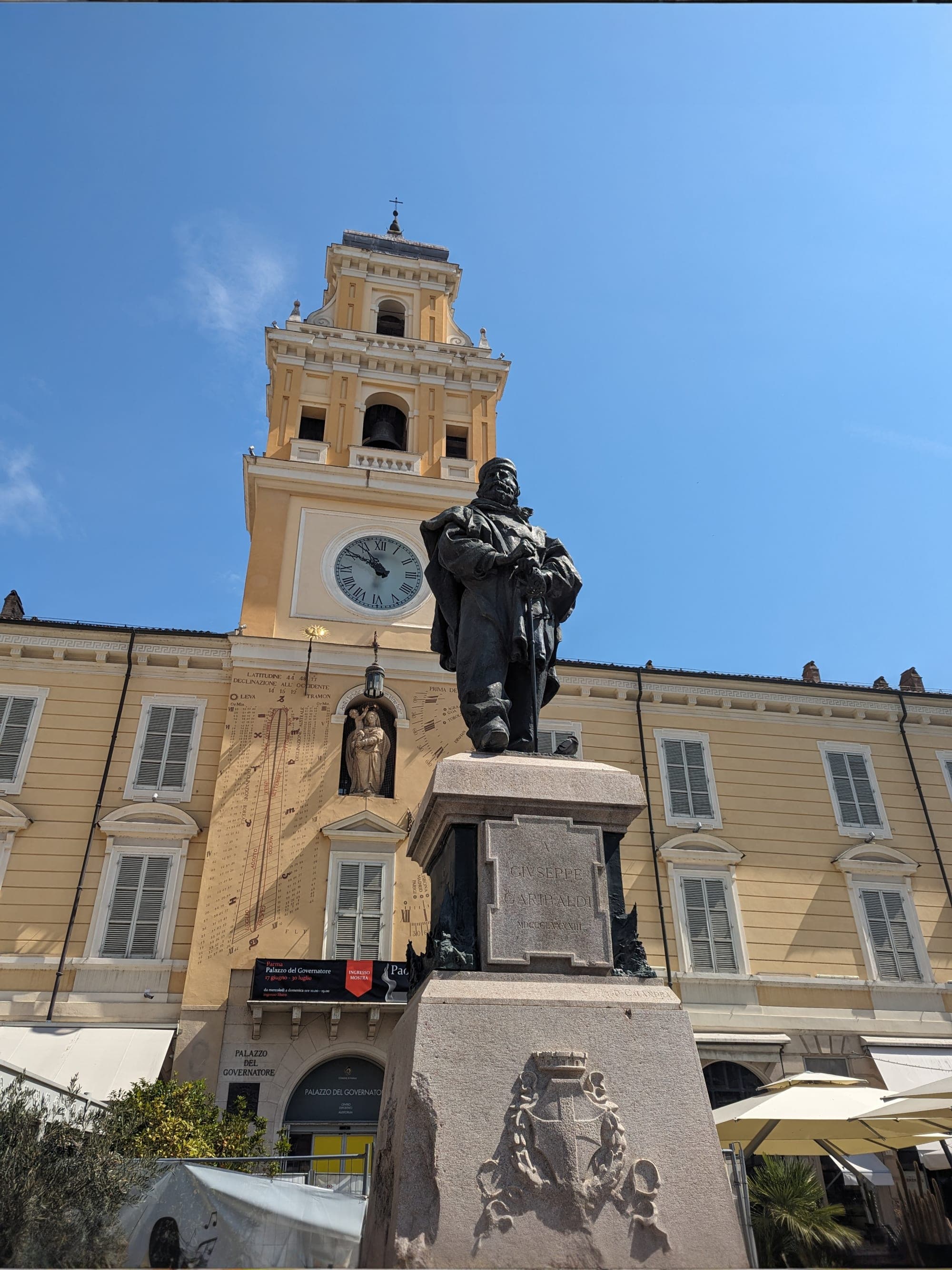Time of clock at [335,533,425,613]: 10:50
